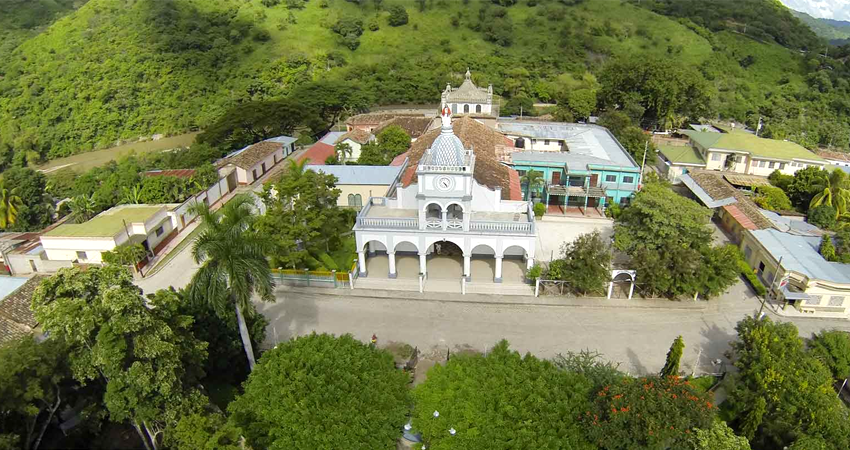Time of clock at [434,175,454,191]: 4:23
